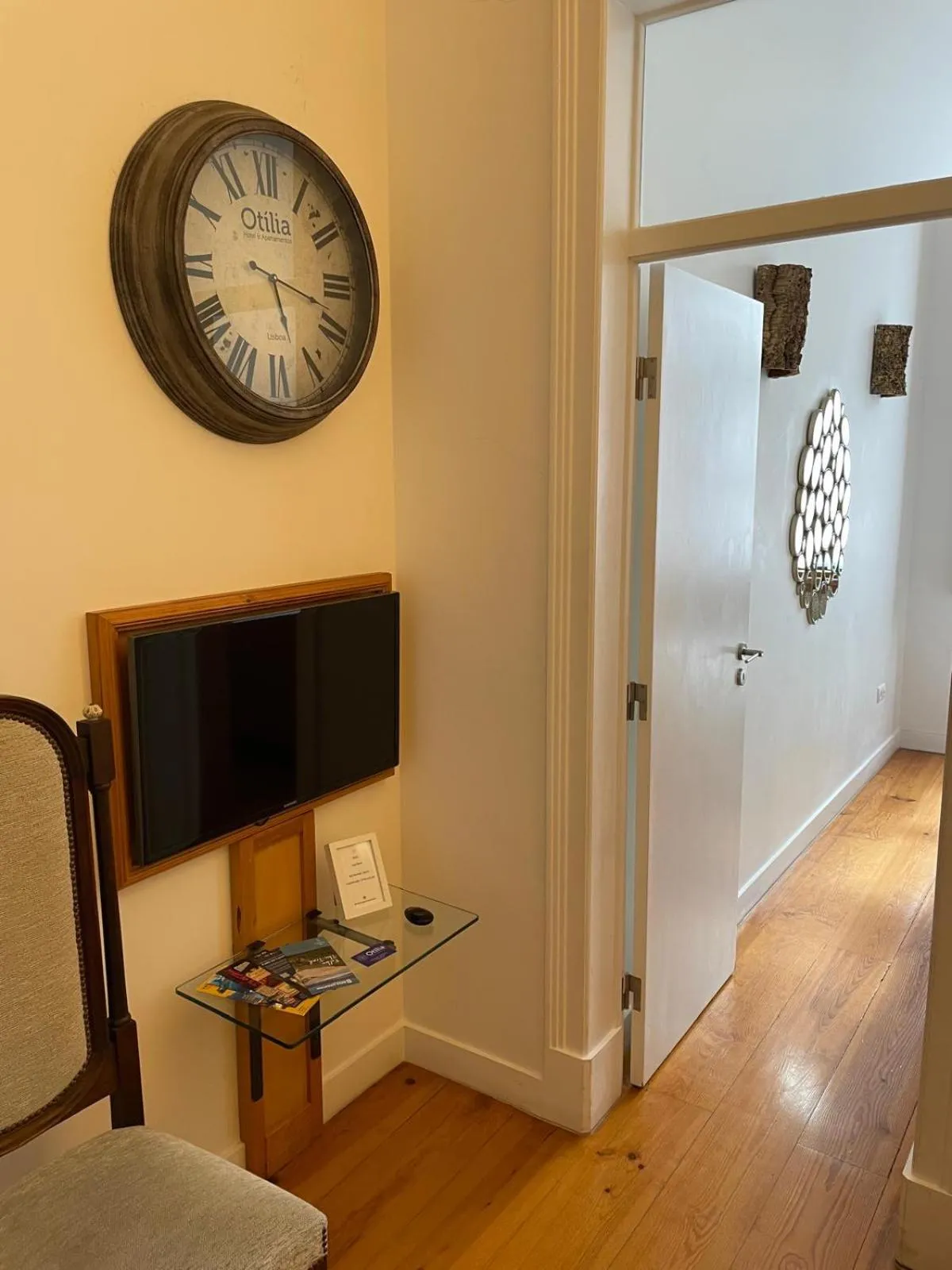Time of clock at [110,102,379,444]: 5:17
